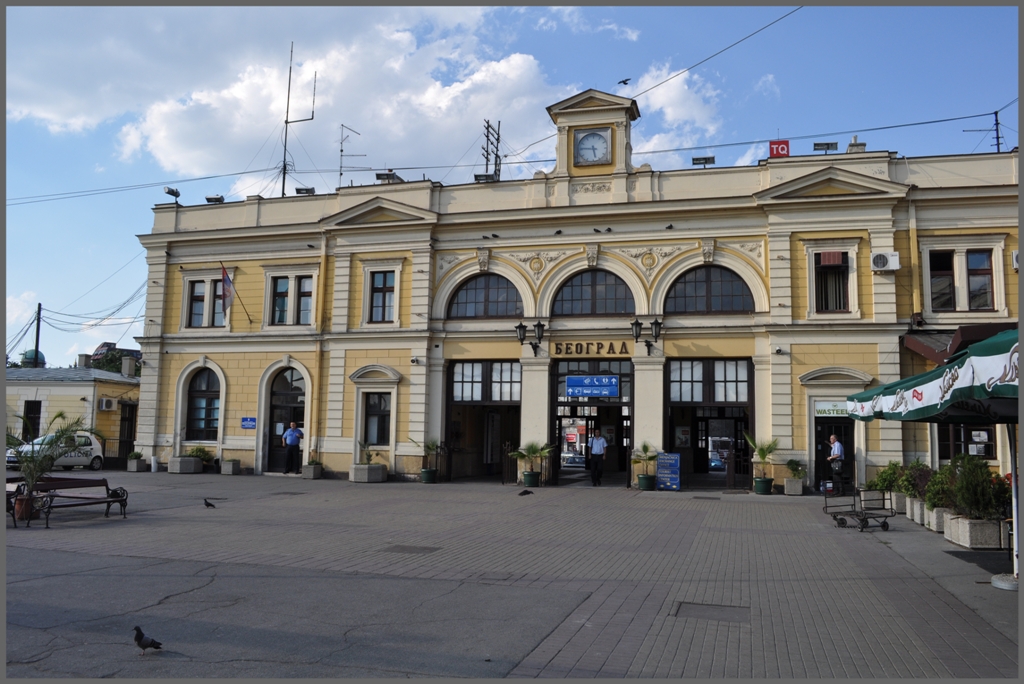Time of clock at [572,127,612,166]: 5:46
